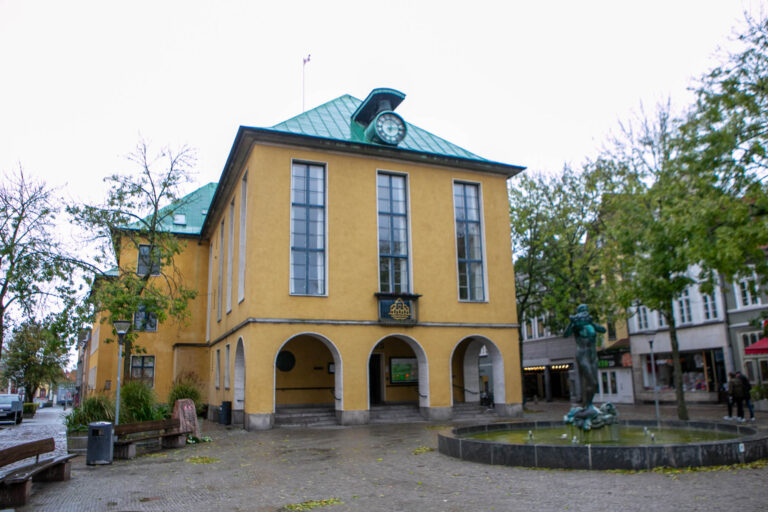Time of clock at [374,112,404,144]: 12:13
